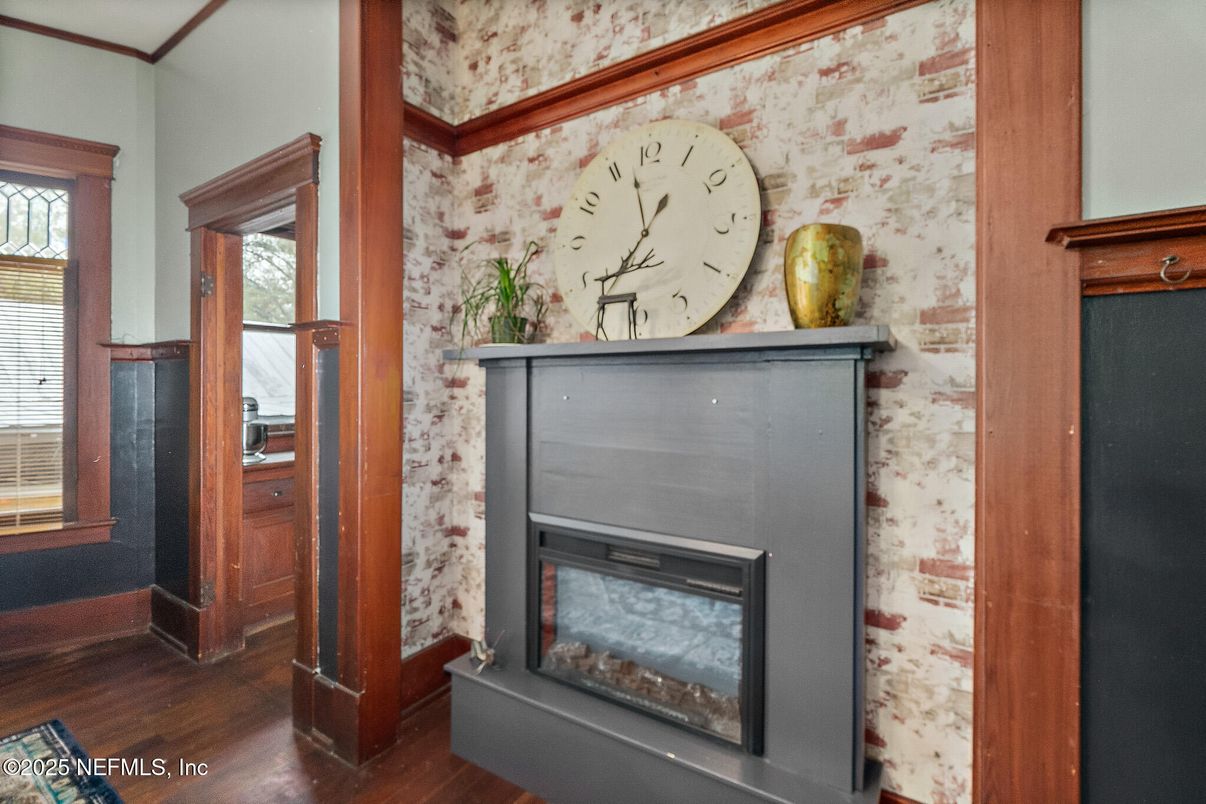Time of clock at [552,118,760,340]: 11:35
